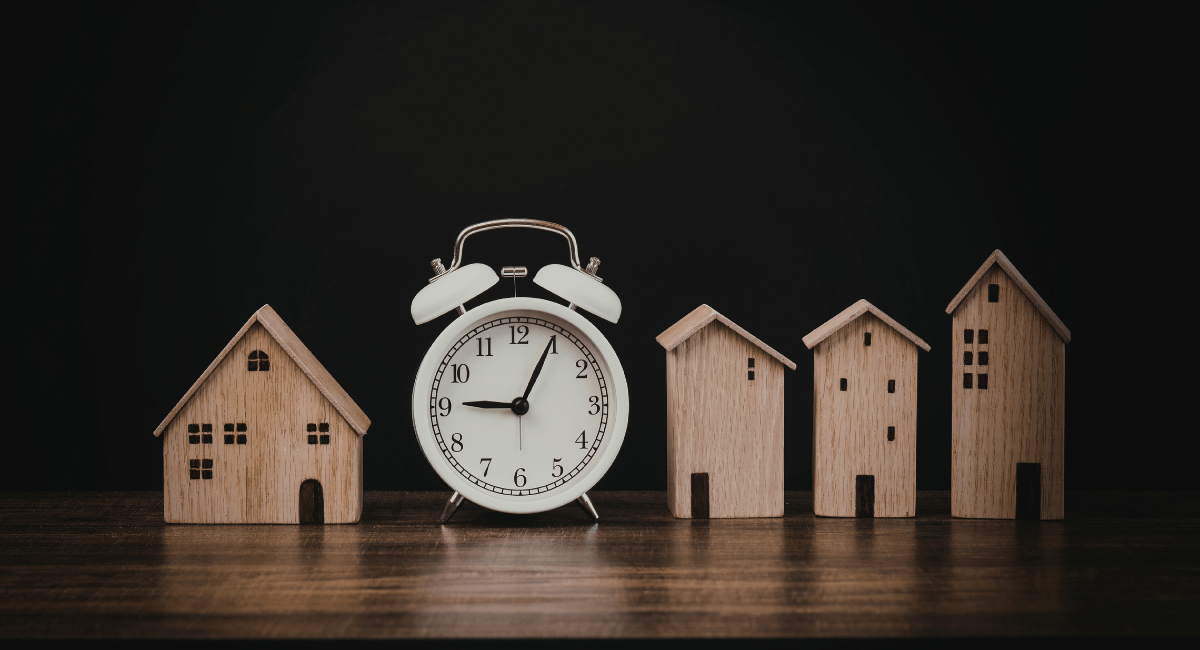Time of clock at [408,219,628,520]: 9:04
